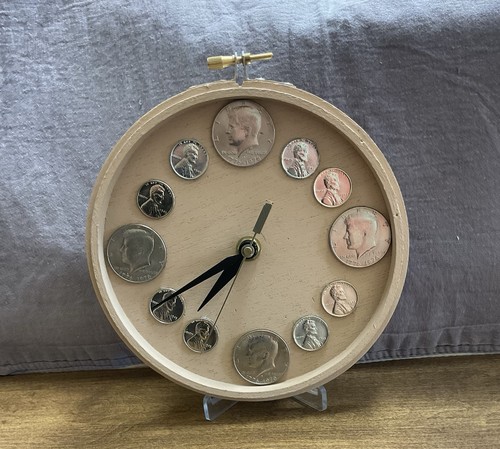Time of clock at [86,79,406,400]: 7:40
